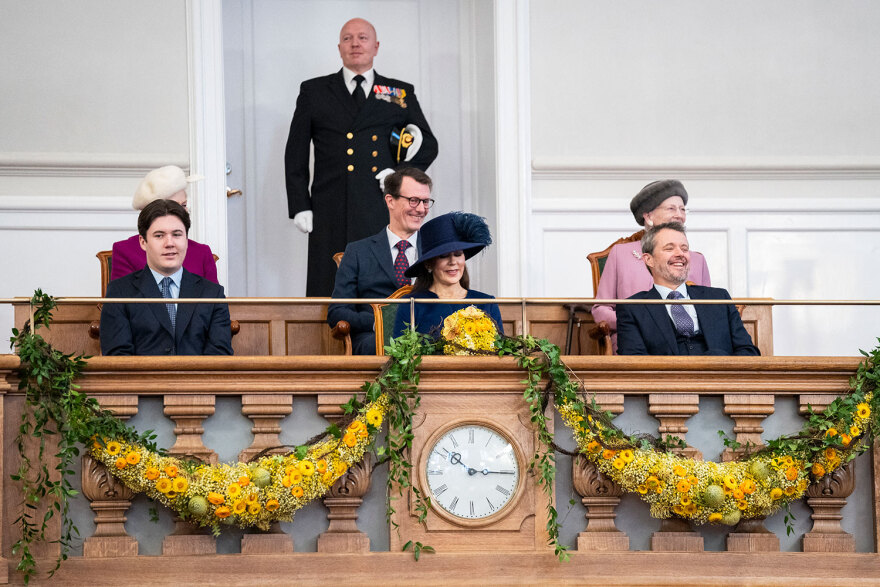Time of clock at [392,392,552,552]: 10:15
